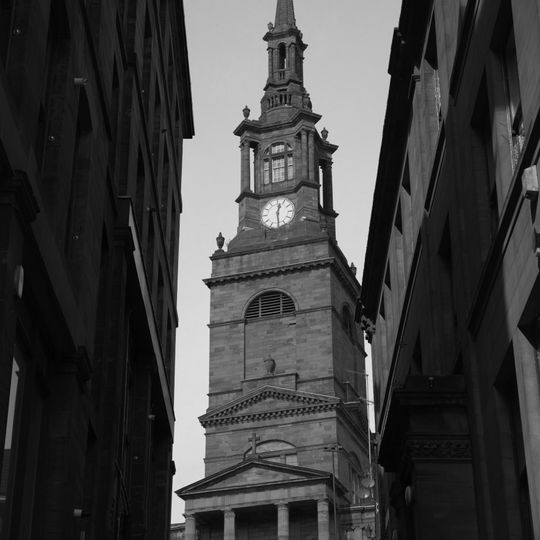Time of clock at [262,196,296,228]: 12:29
